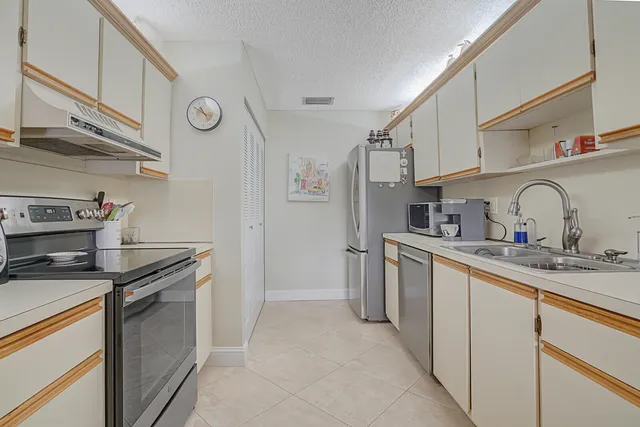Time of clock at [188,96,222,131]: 10:50
